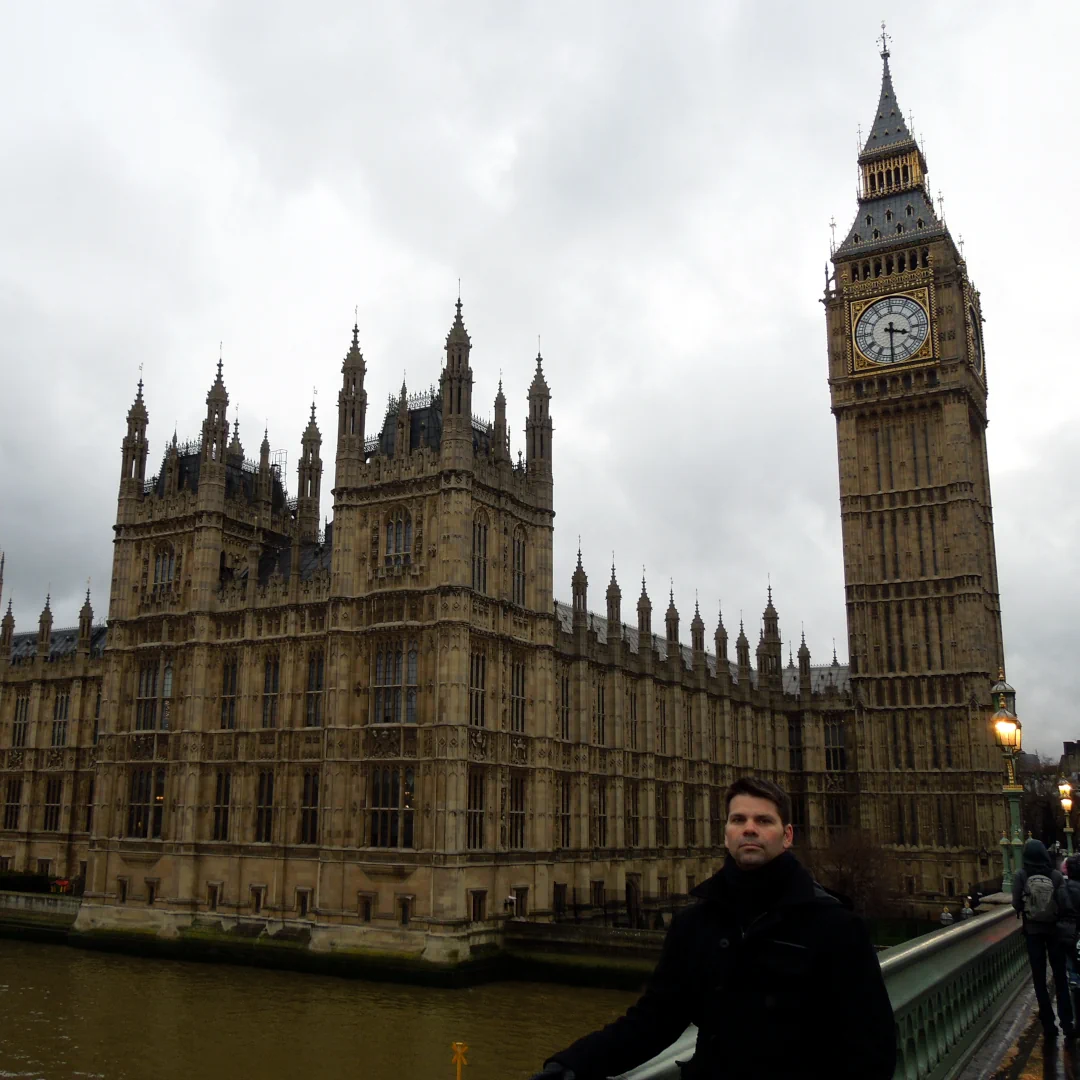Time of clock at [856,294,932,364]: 3:30
